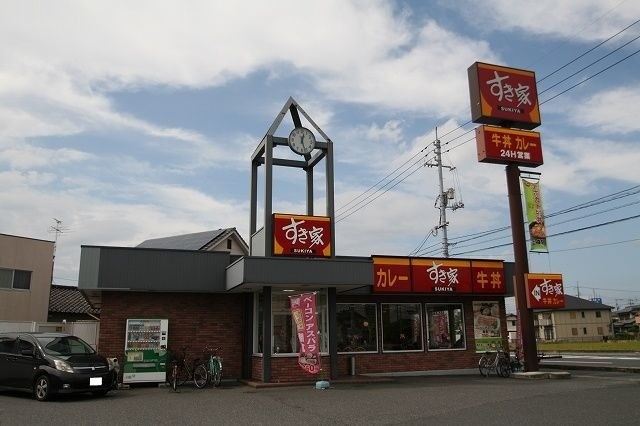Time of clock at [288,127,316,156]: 12:26
